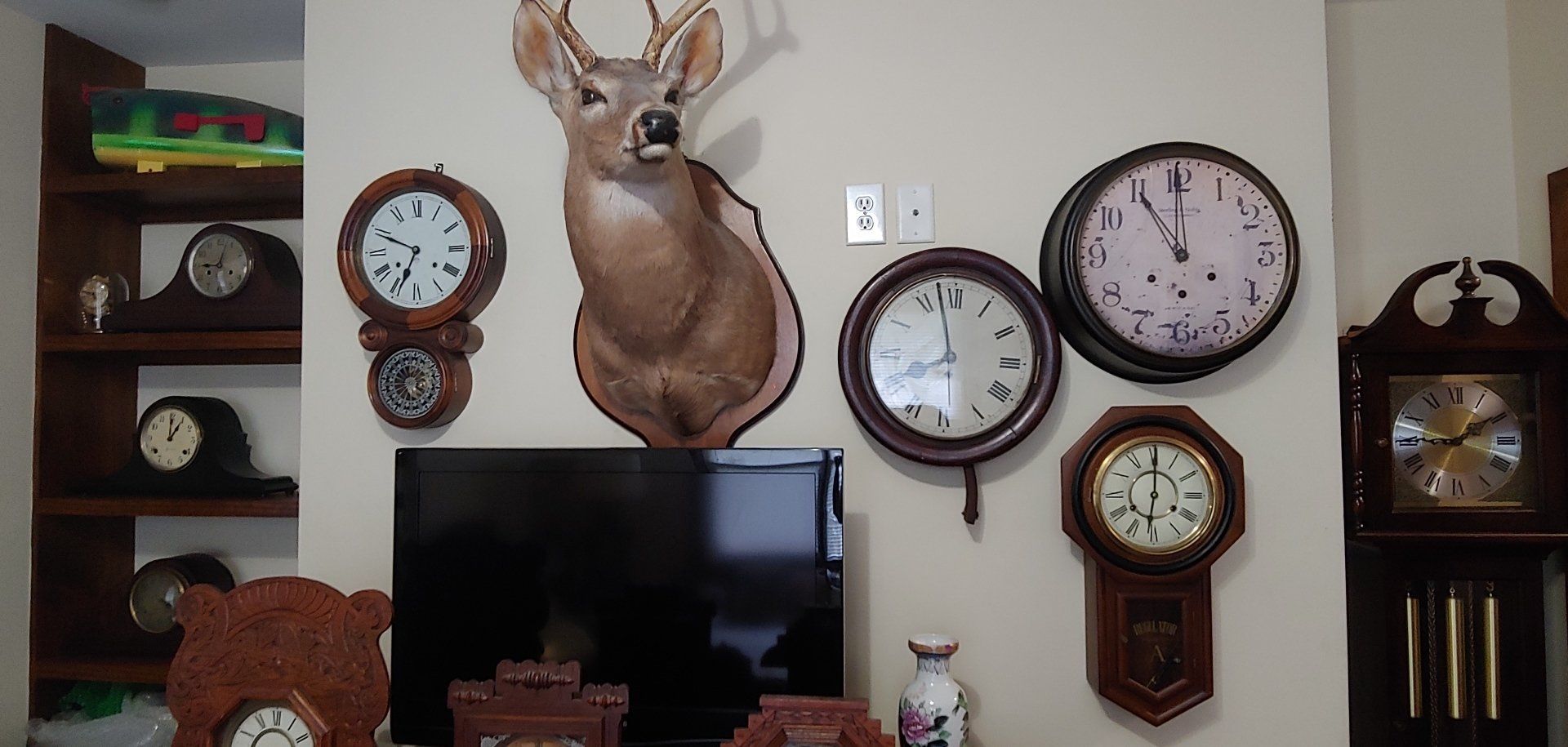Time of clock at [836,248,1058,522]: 7:58
